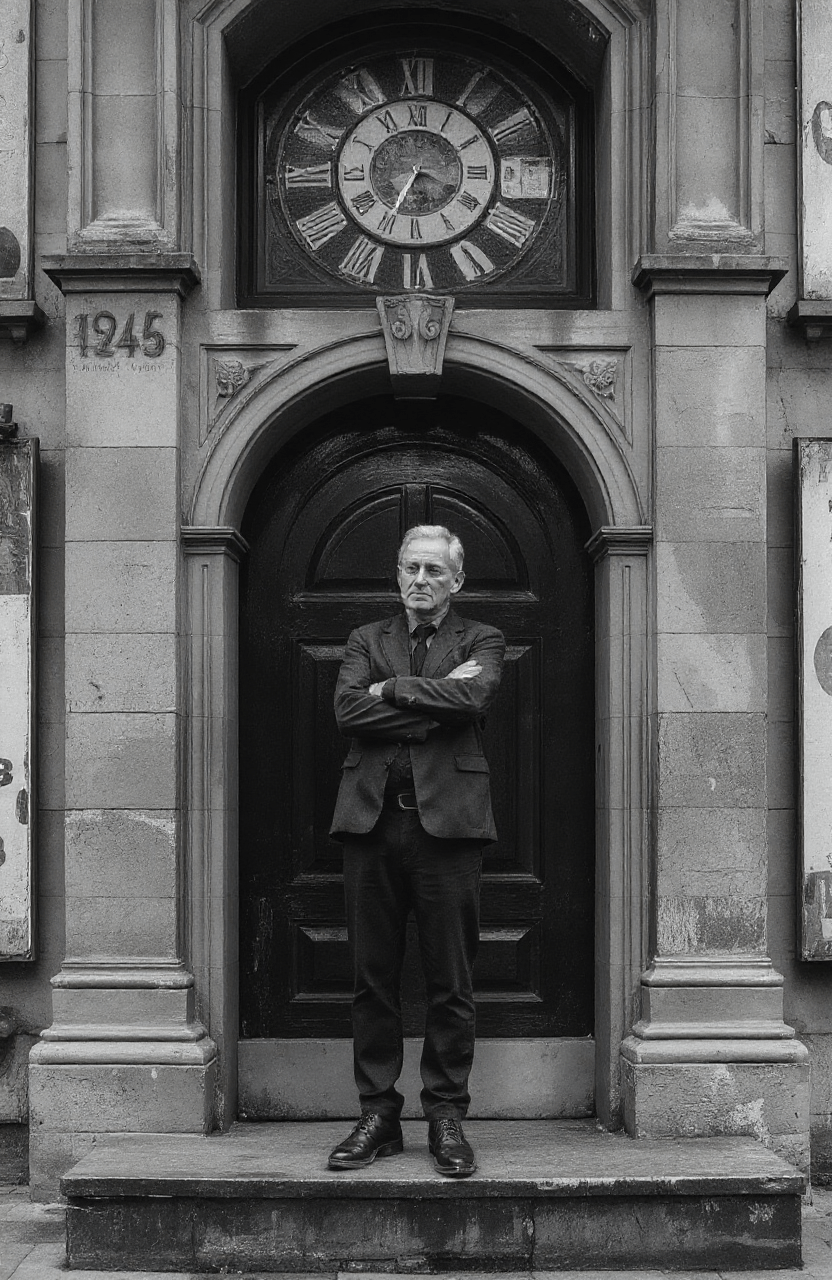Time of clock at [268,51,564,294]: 3:34
